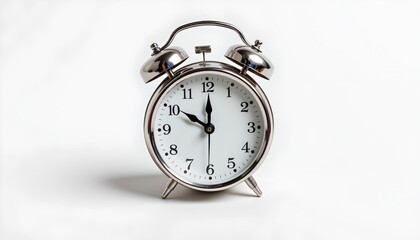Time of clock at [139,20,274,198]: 10:00
